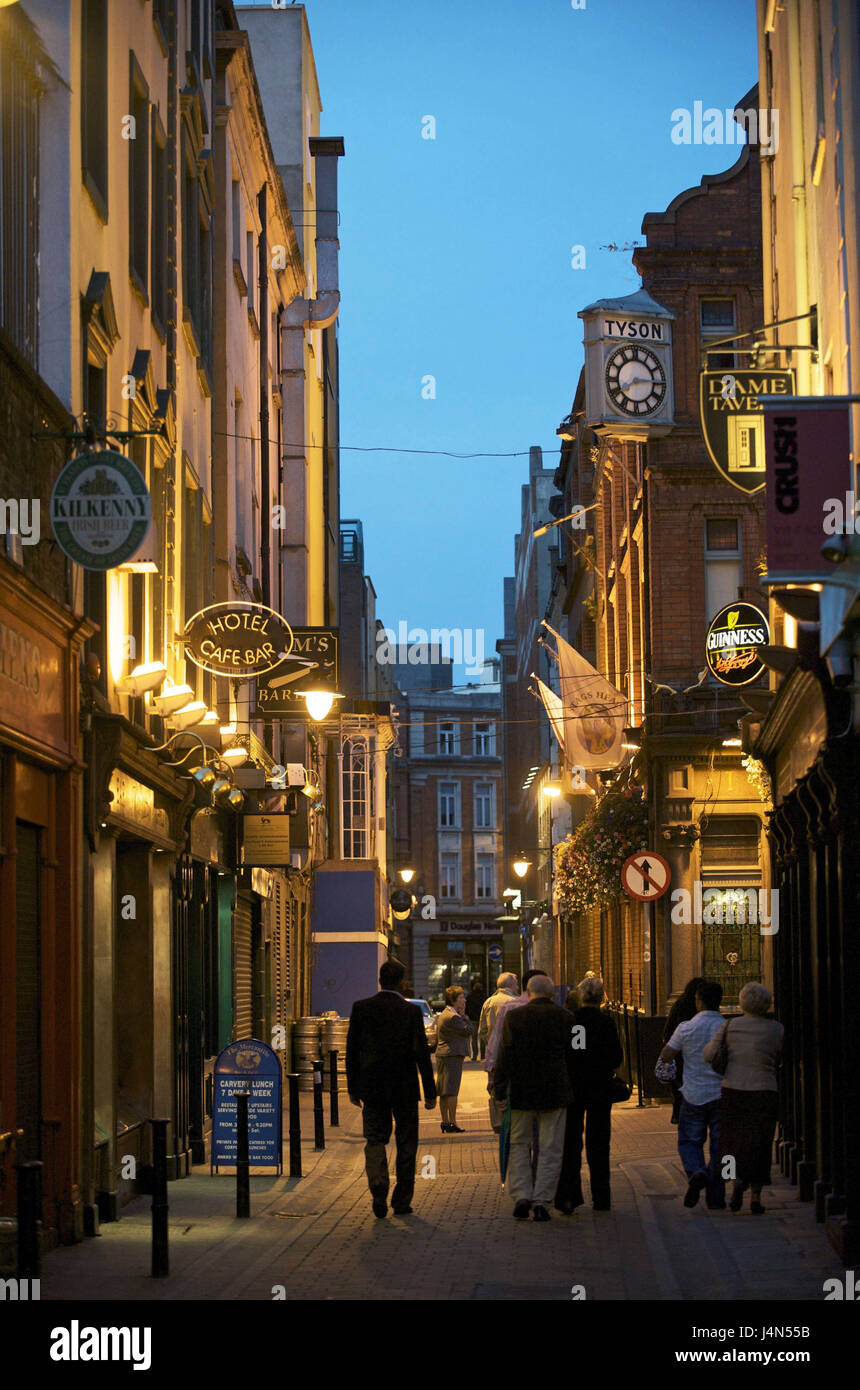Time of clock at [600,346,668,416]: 8:14
